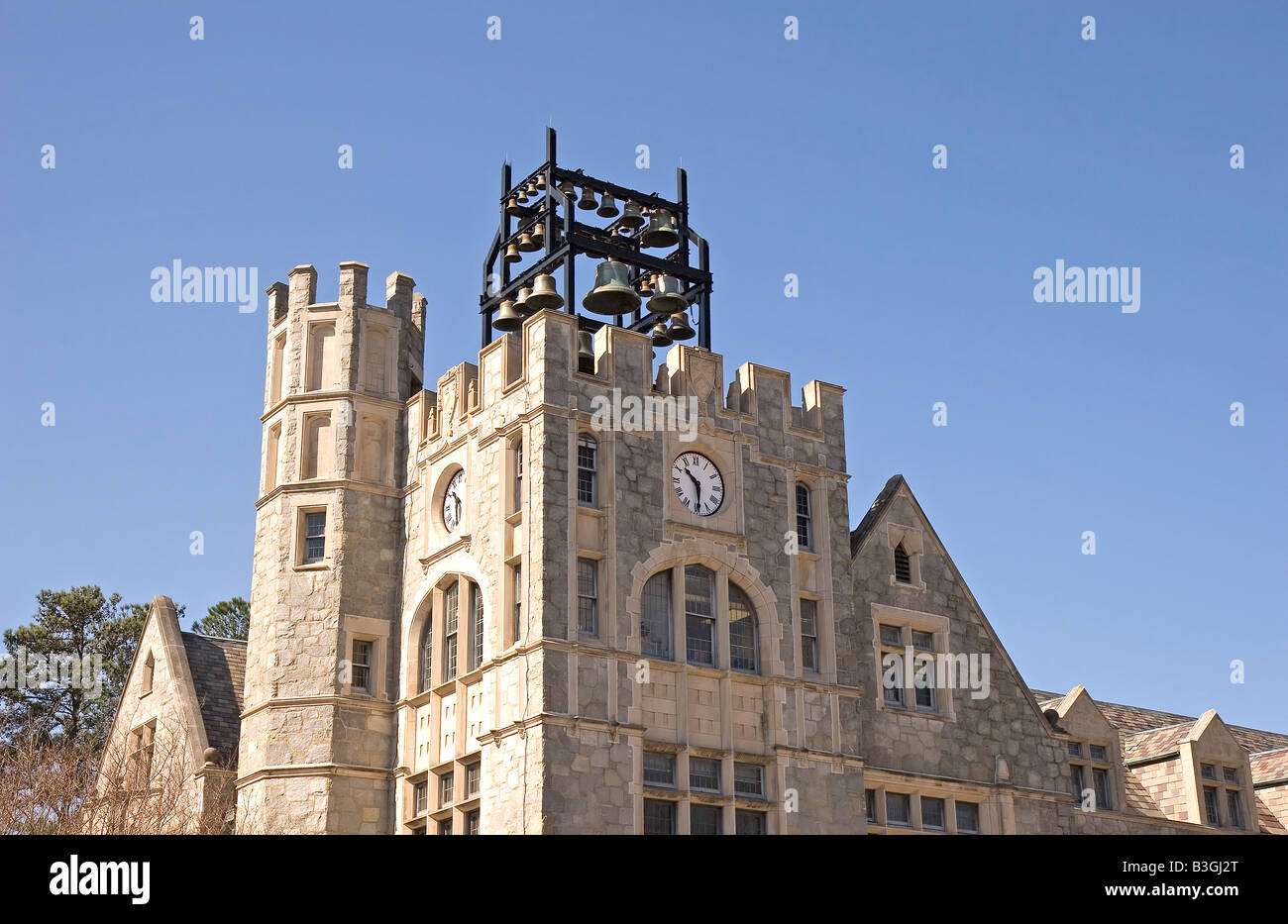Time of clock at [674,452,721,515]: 10:29
